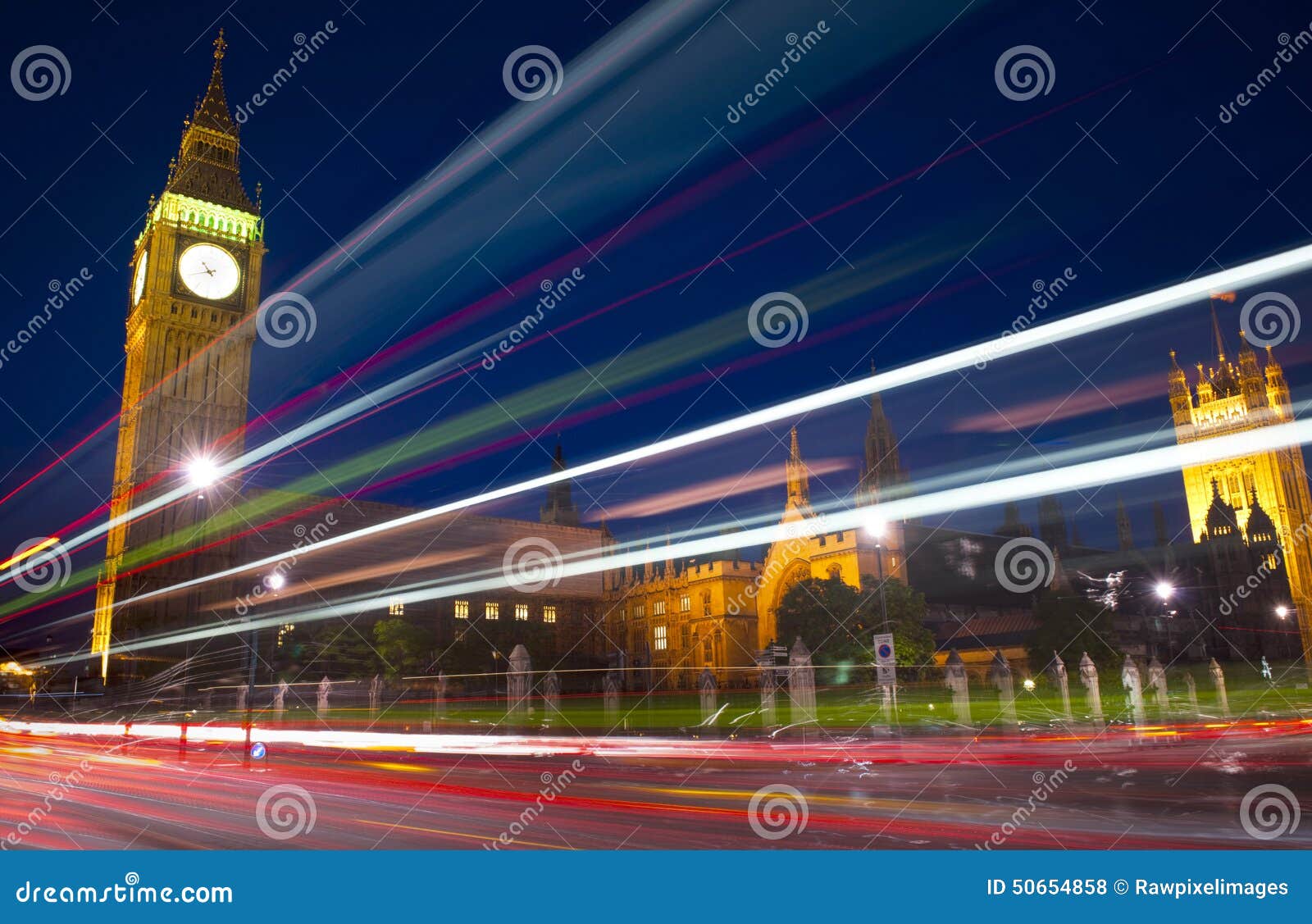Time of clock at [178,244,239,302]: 10:41
